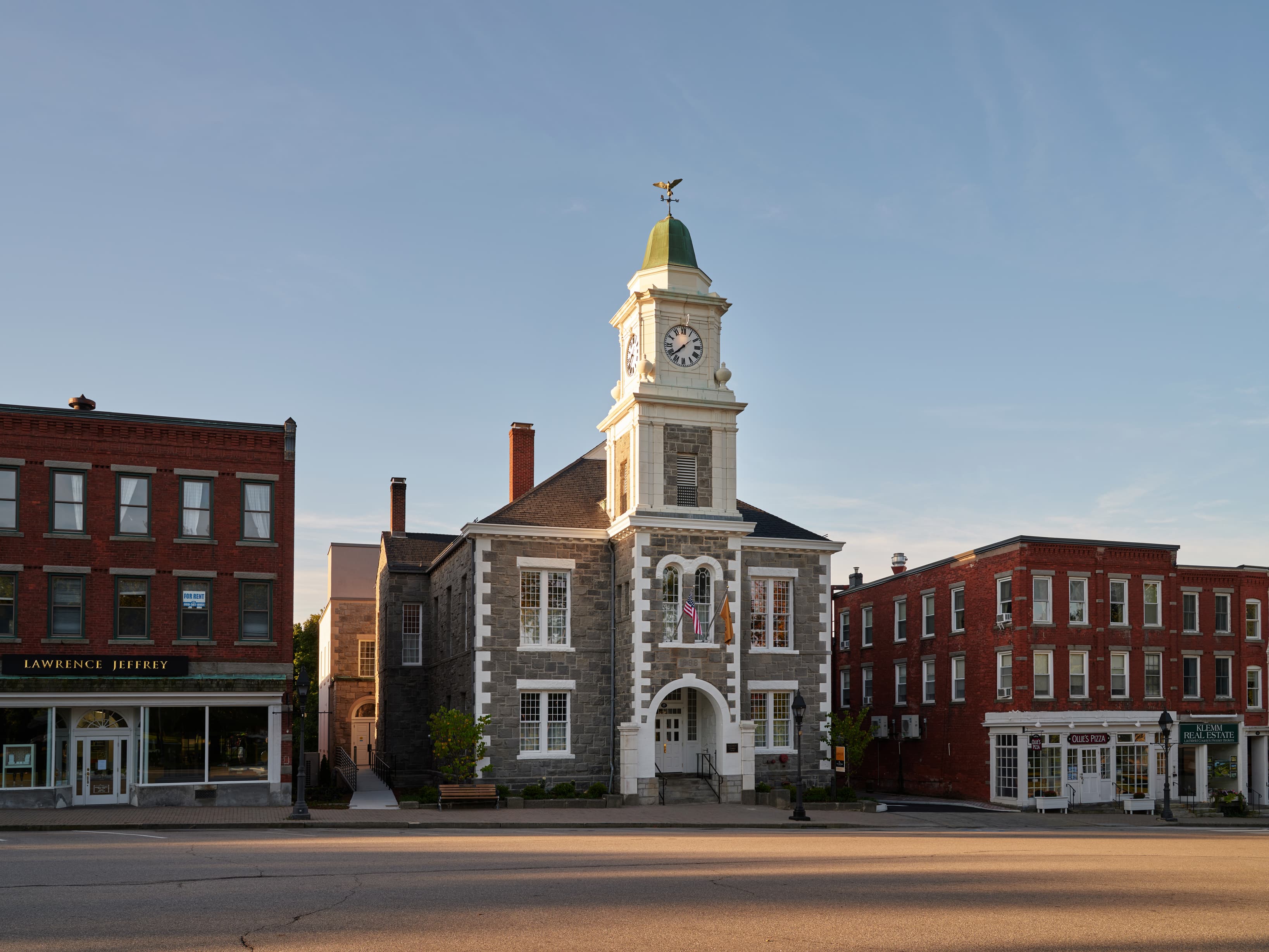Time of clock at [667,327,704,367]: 7:37
